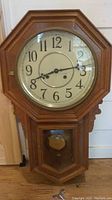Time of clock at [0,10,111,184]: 8:14
